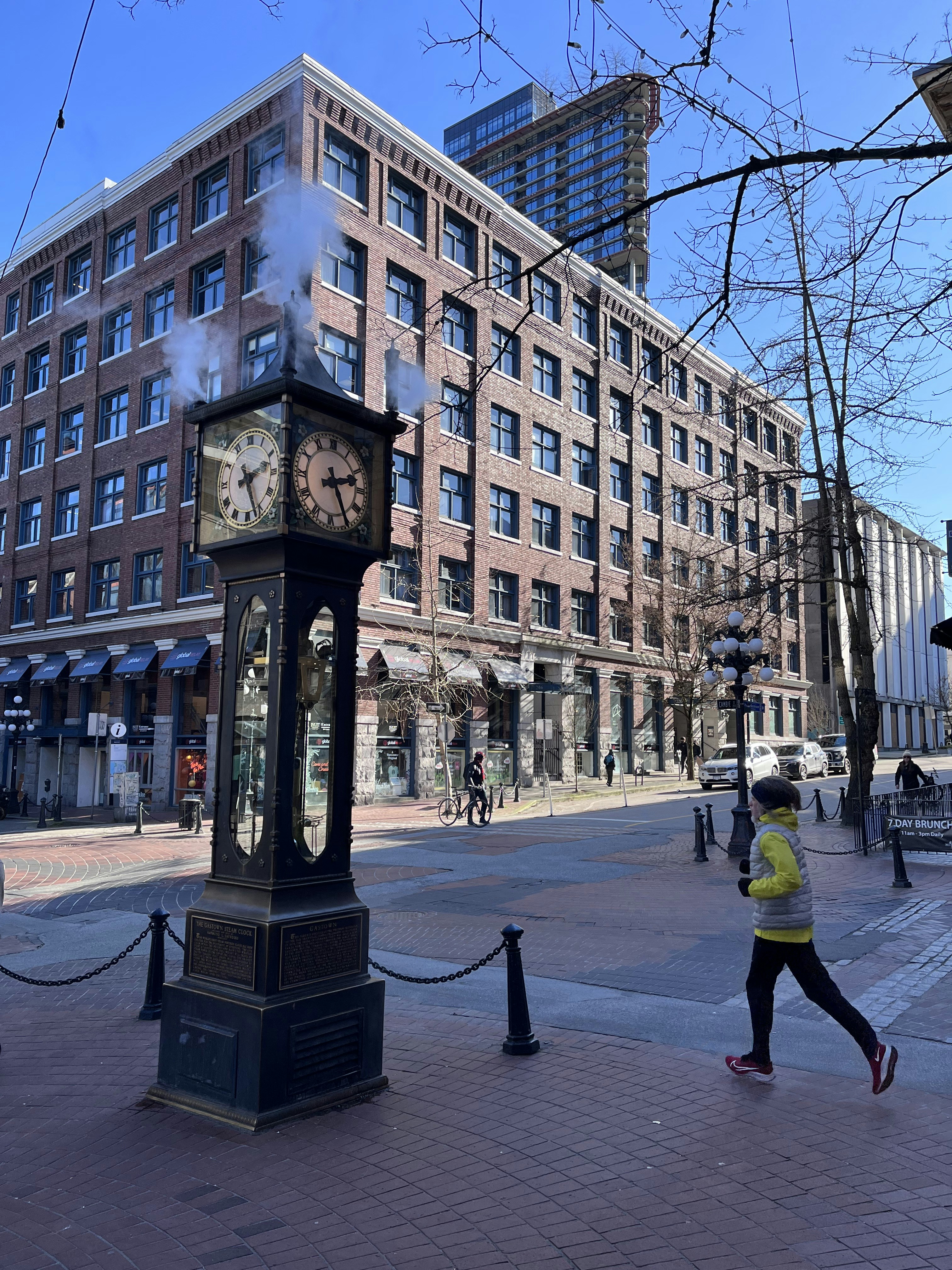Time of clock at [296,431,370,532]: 2:25
